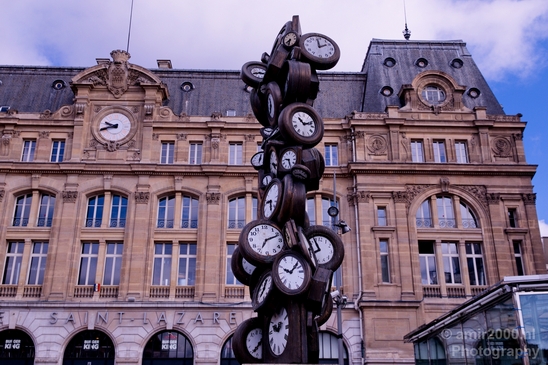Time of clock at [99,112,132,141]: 9:42
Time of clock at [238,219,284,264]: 7:11
